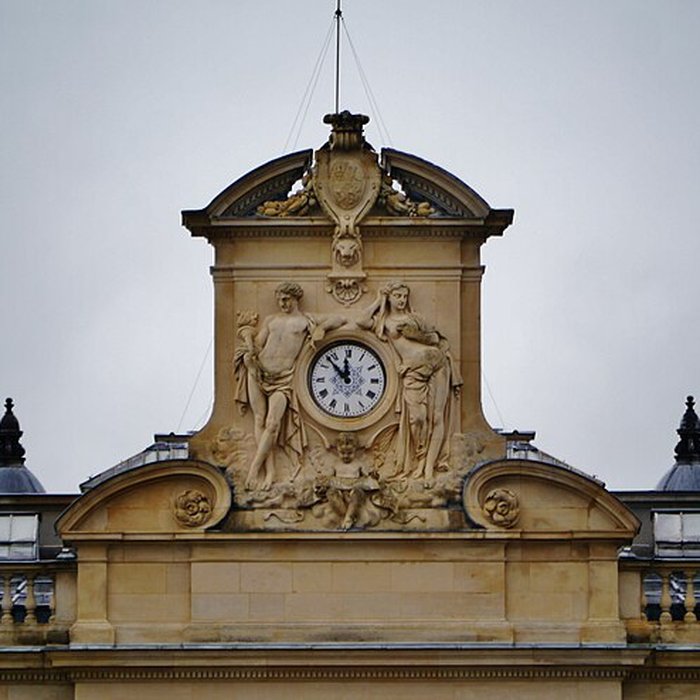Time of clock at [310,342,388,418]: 11:52
